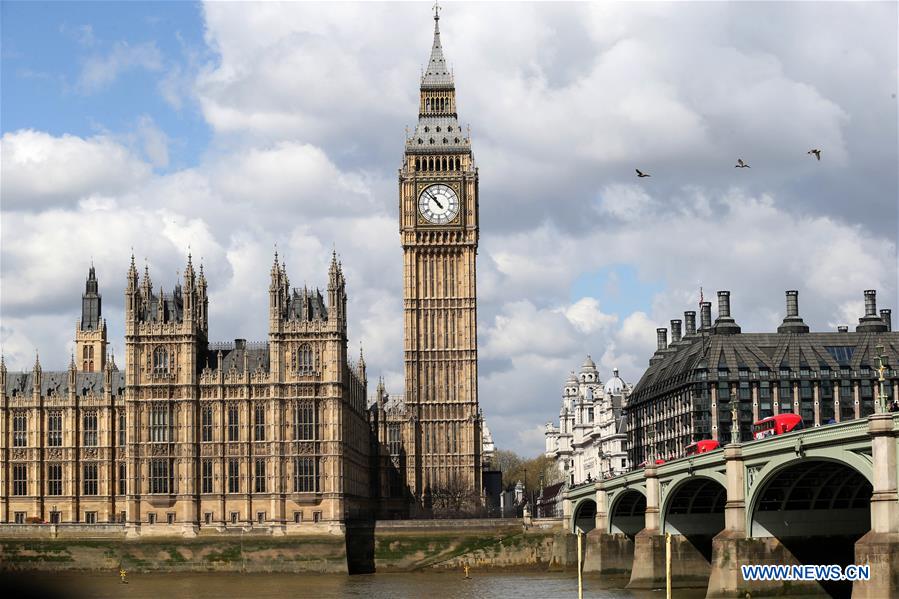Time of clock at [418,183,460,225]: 10:52
